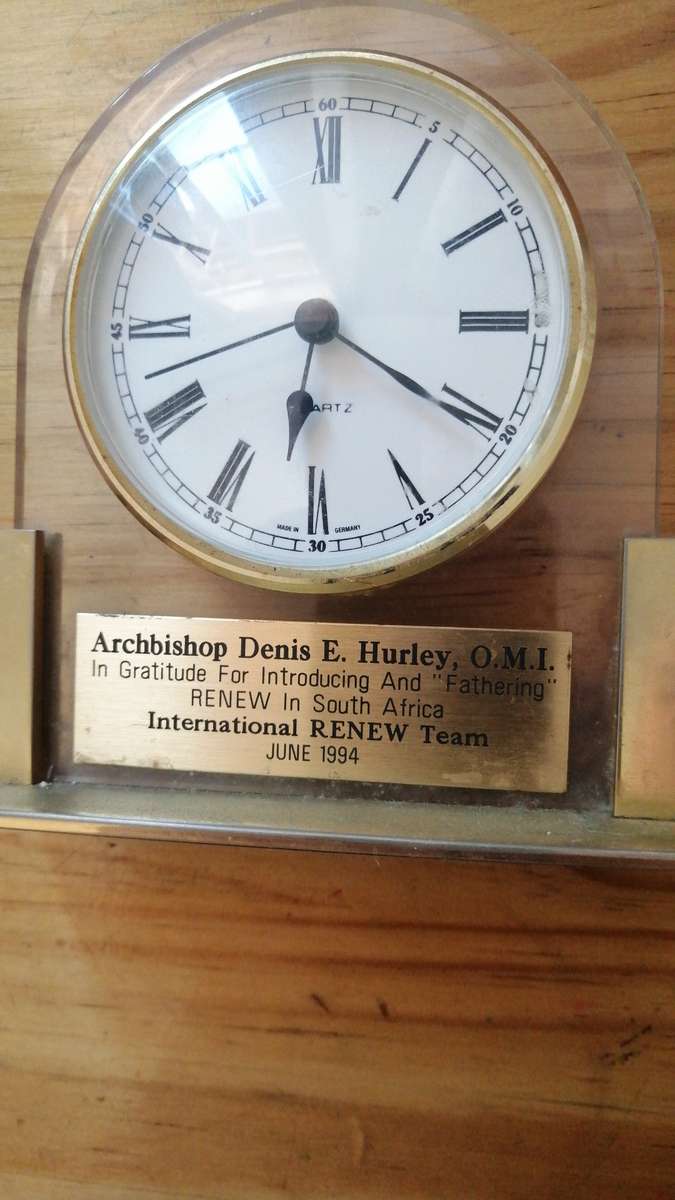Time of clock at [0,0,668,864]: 6:20
